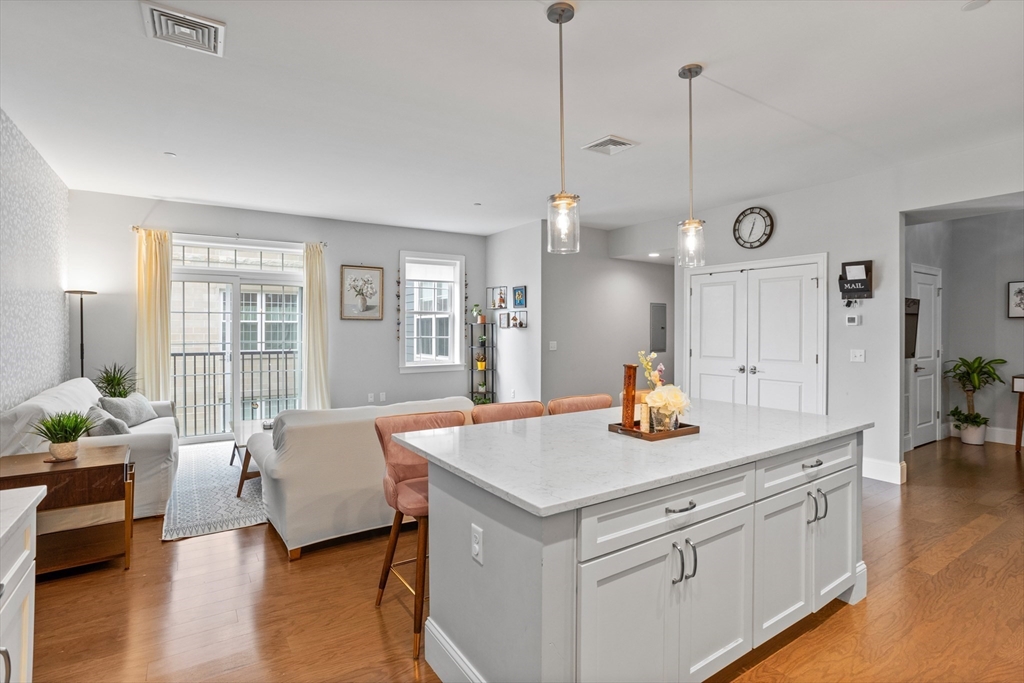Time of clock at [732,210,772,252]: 12:33
